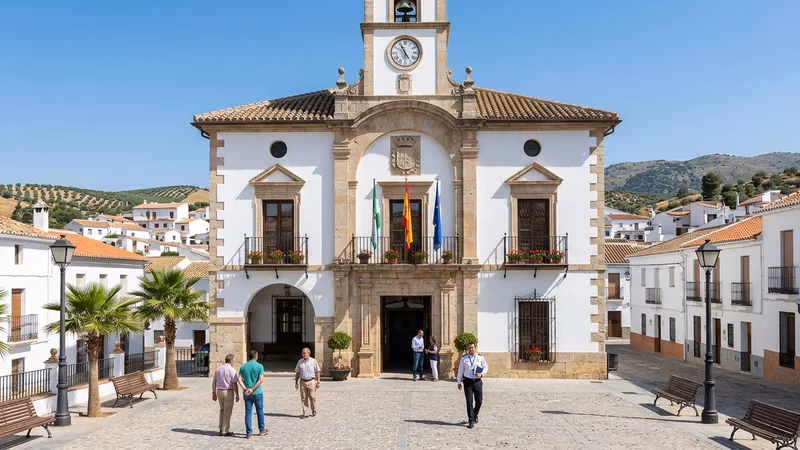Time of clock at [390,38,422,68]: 4:55
